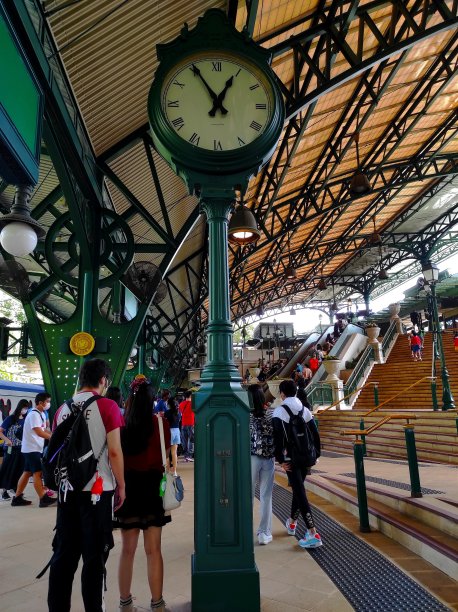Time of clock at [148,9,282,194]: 12:55
